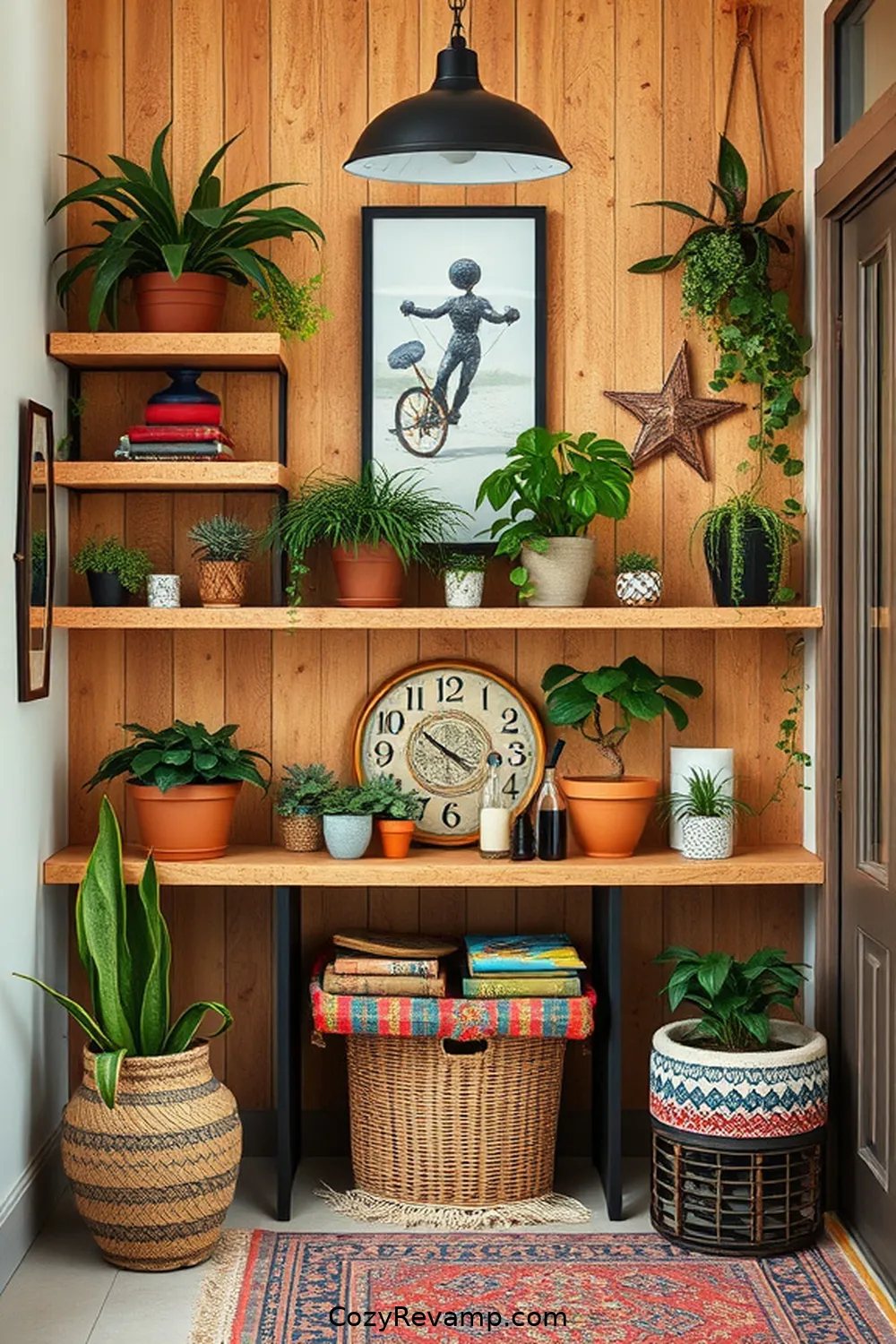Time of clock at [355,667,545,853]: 3:51
